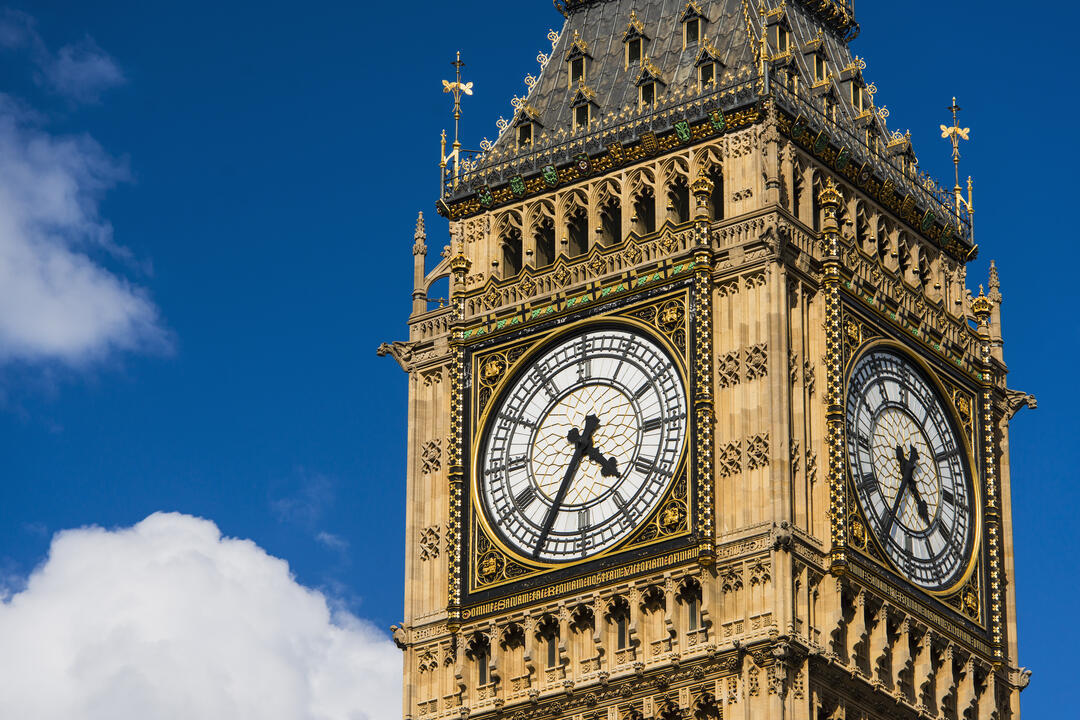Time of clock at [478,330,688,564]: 4:34
